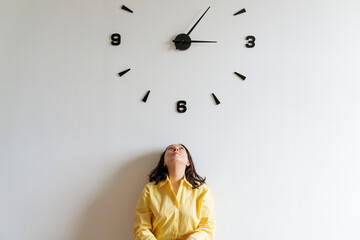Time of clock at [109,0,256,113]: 3:05
